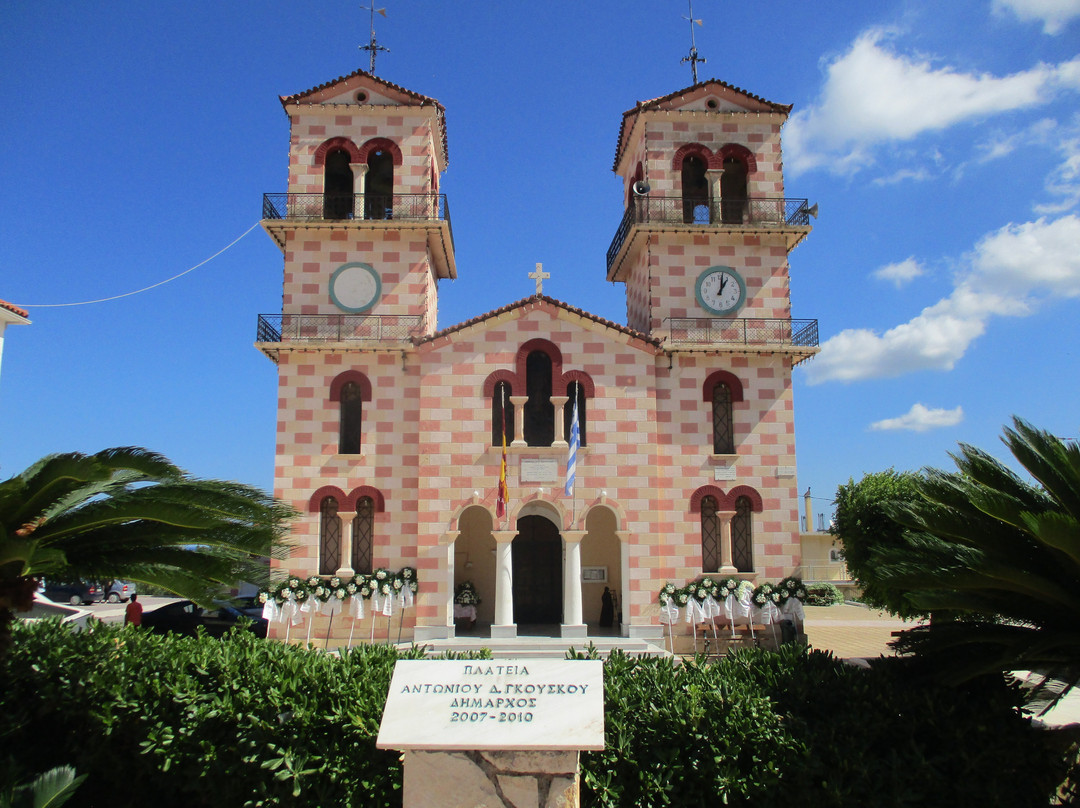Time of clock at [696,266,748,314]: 1:01
